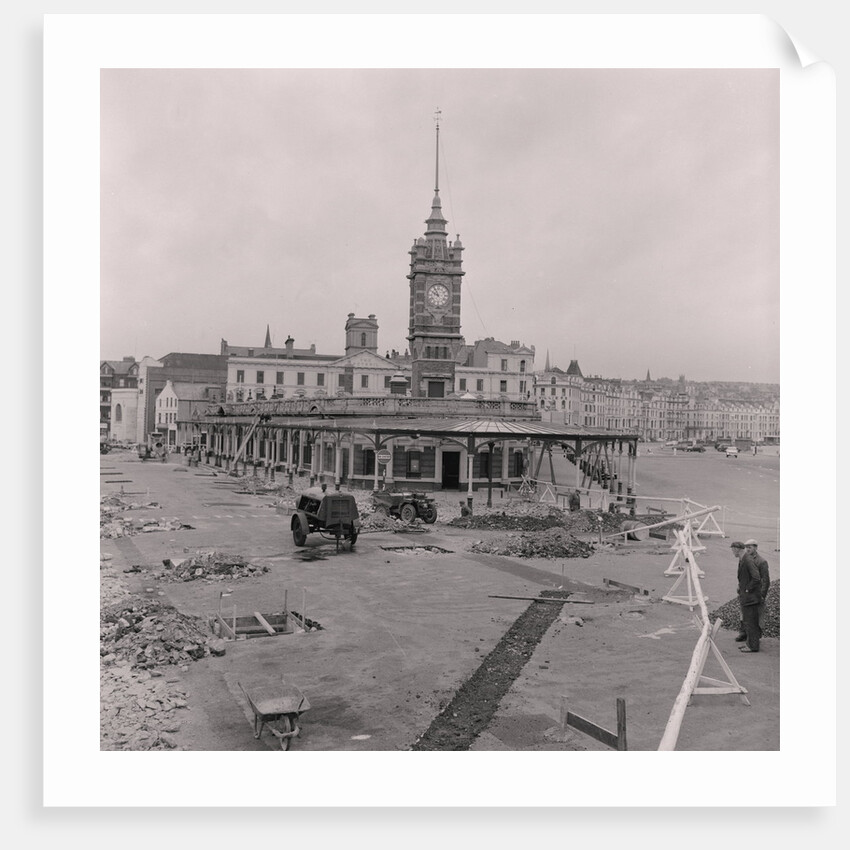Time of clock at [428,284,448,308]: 9:55
